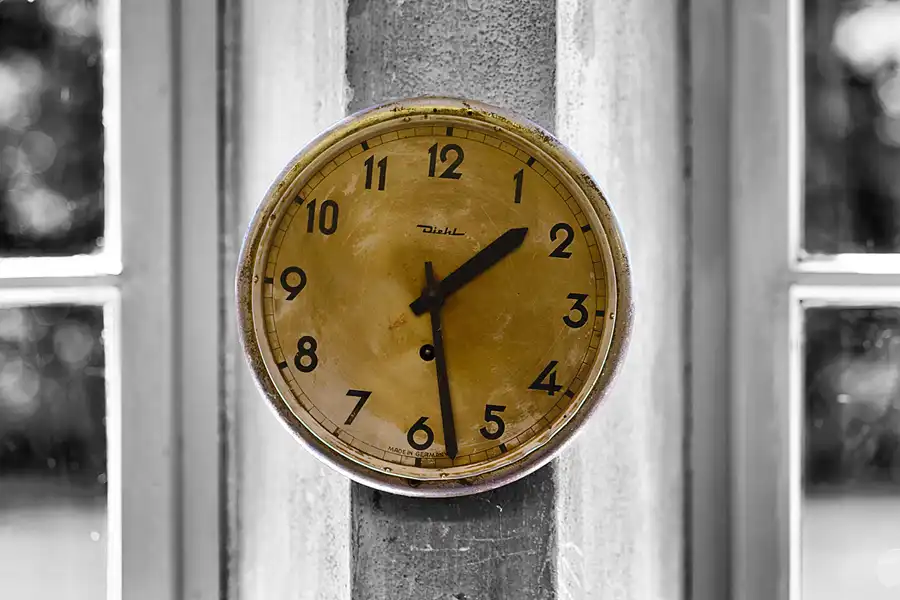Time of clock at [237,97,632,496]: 1:28
